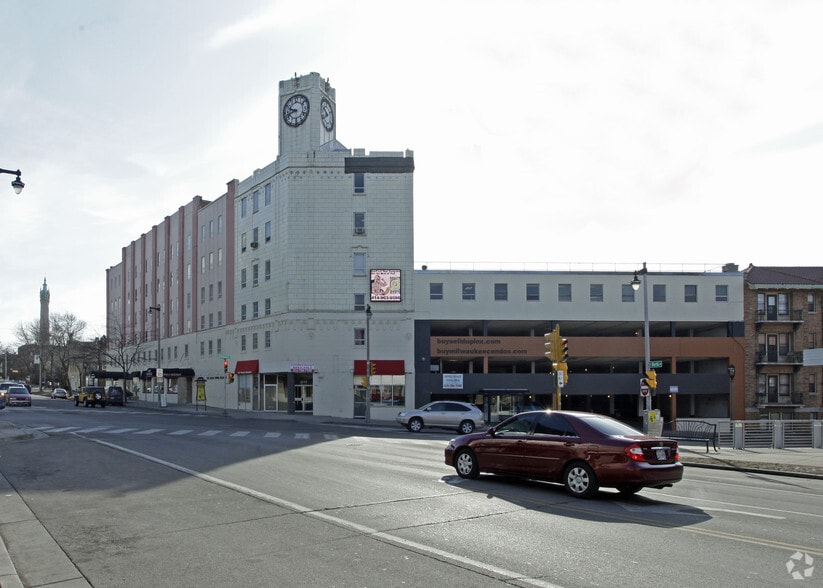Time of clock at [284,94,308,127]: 9:42
